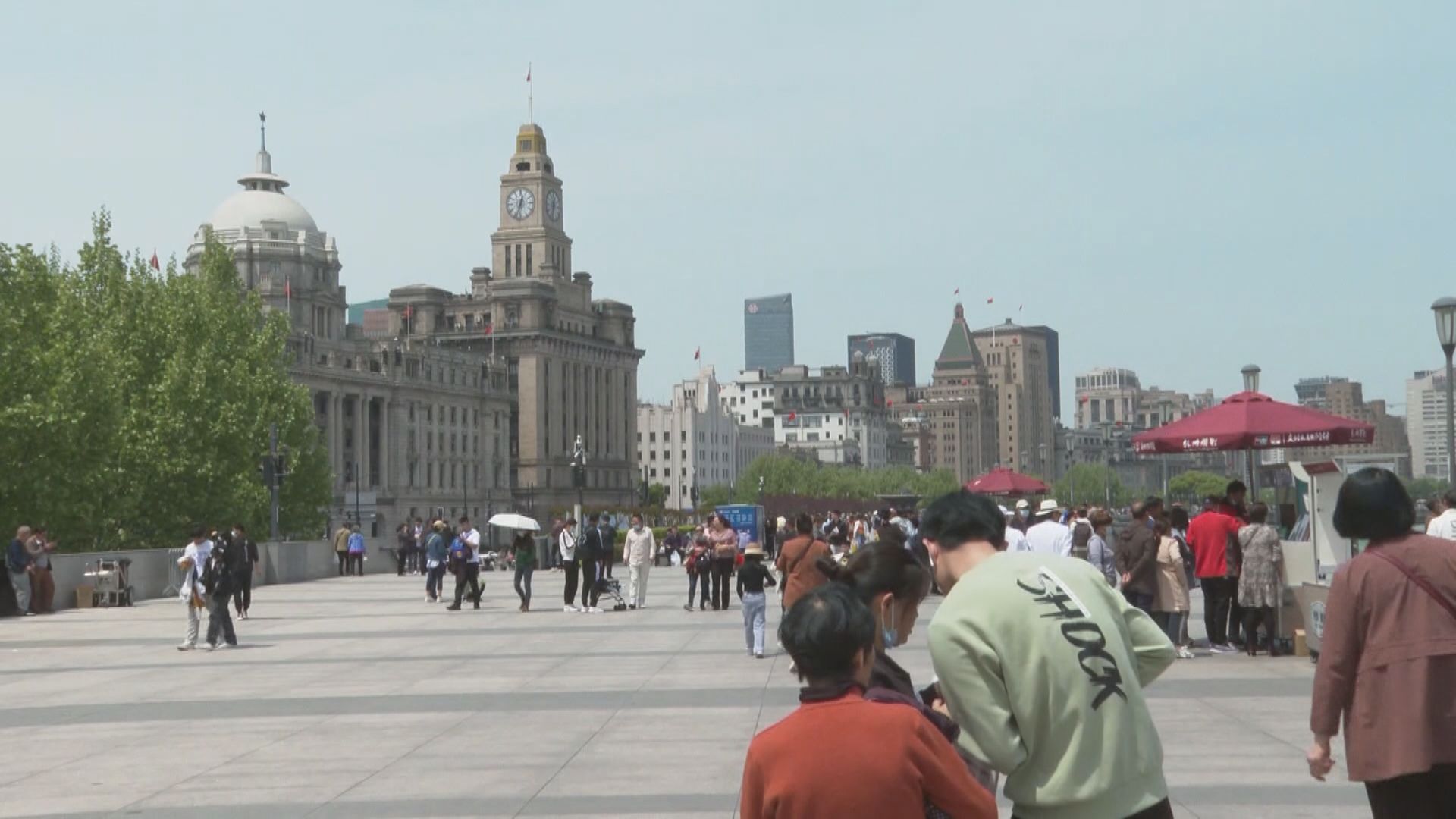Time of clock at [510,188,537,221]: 12:33
